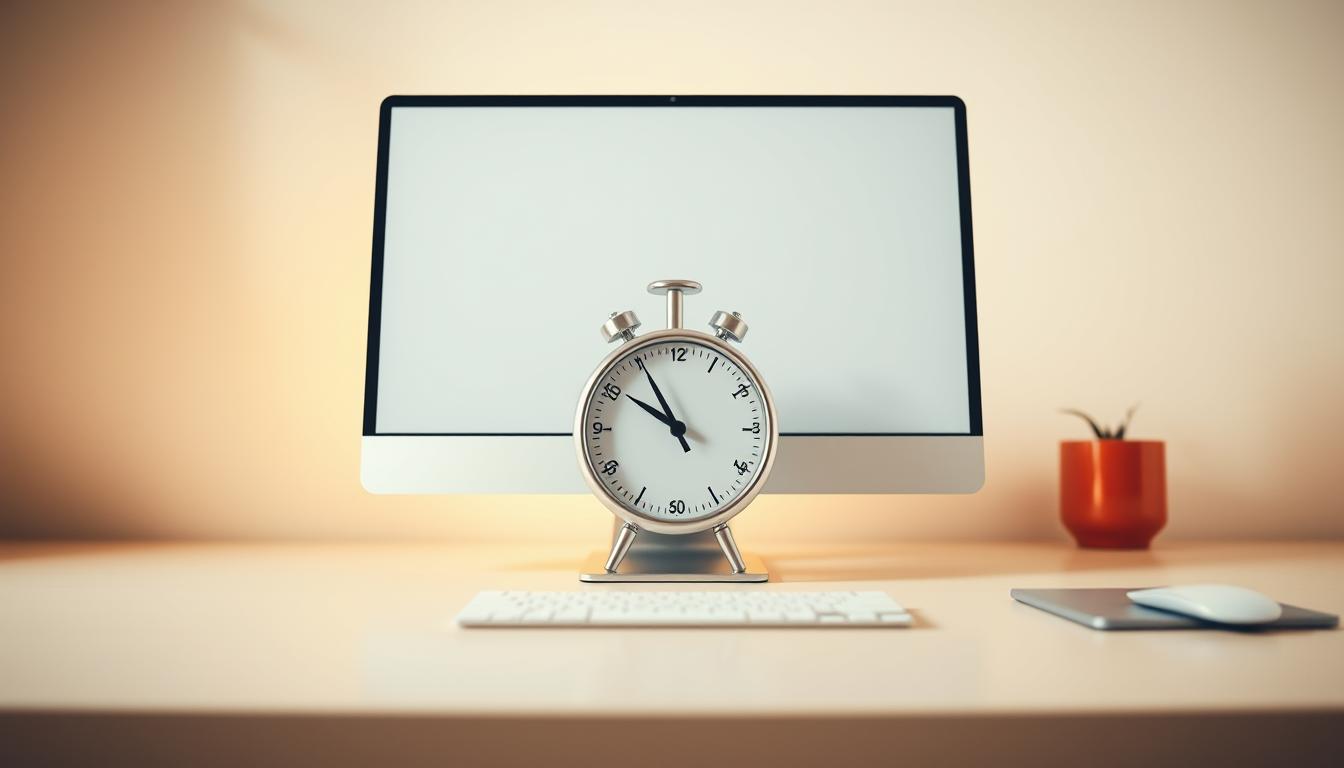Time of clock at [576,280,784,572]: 9:55
